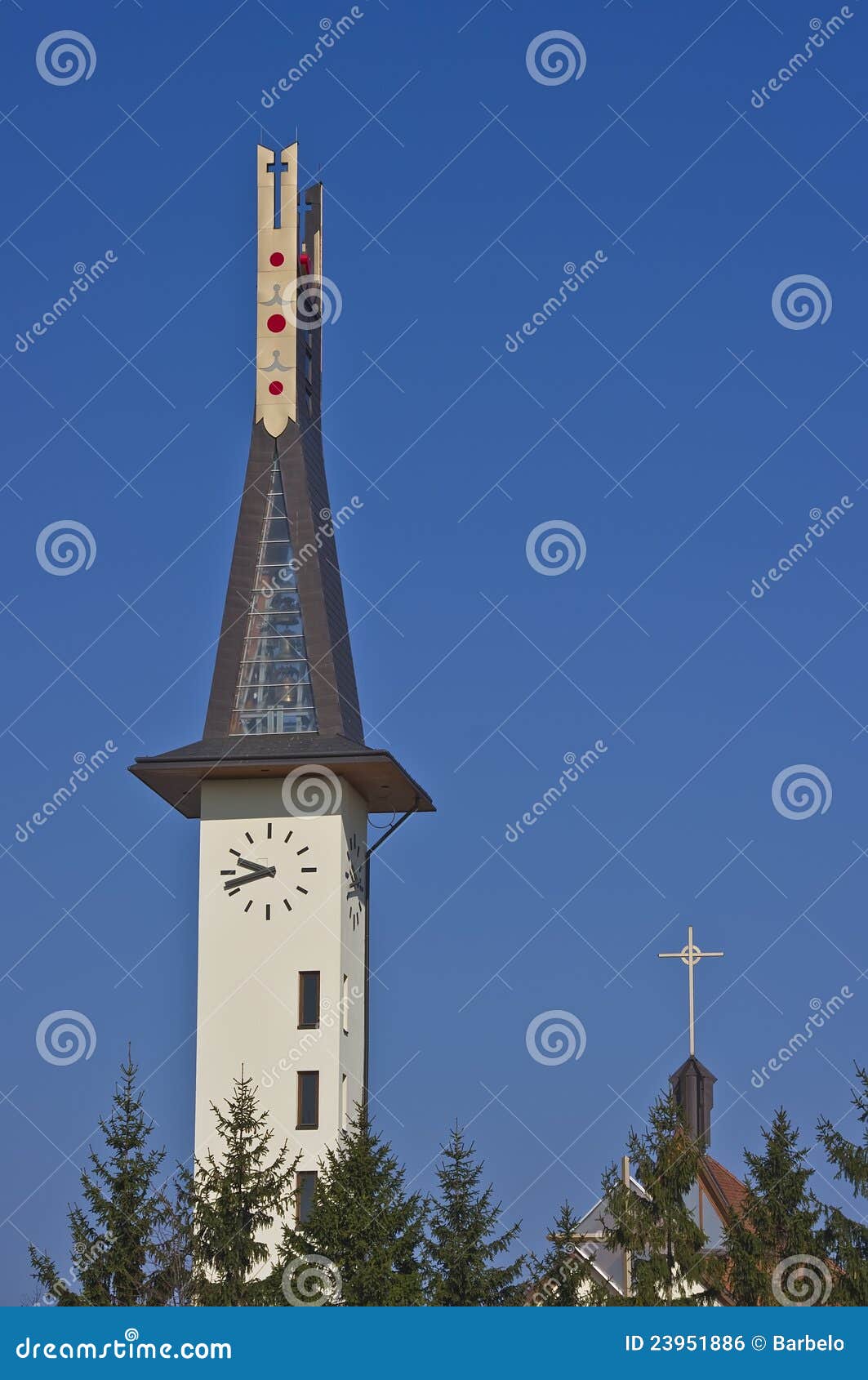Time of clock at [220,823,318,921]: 9:42
